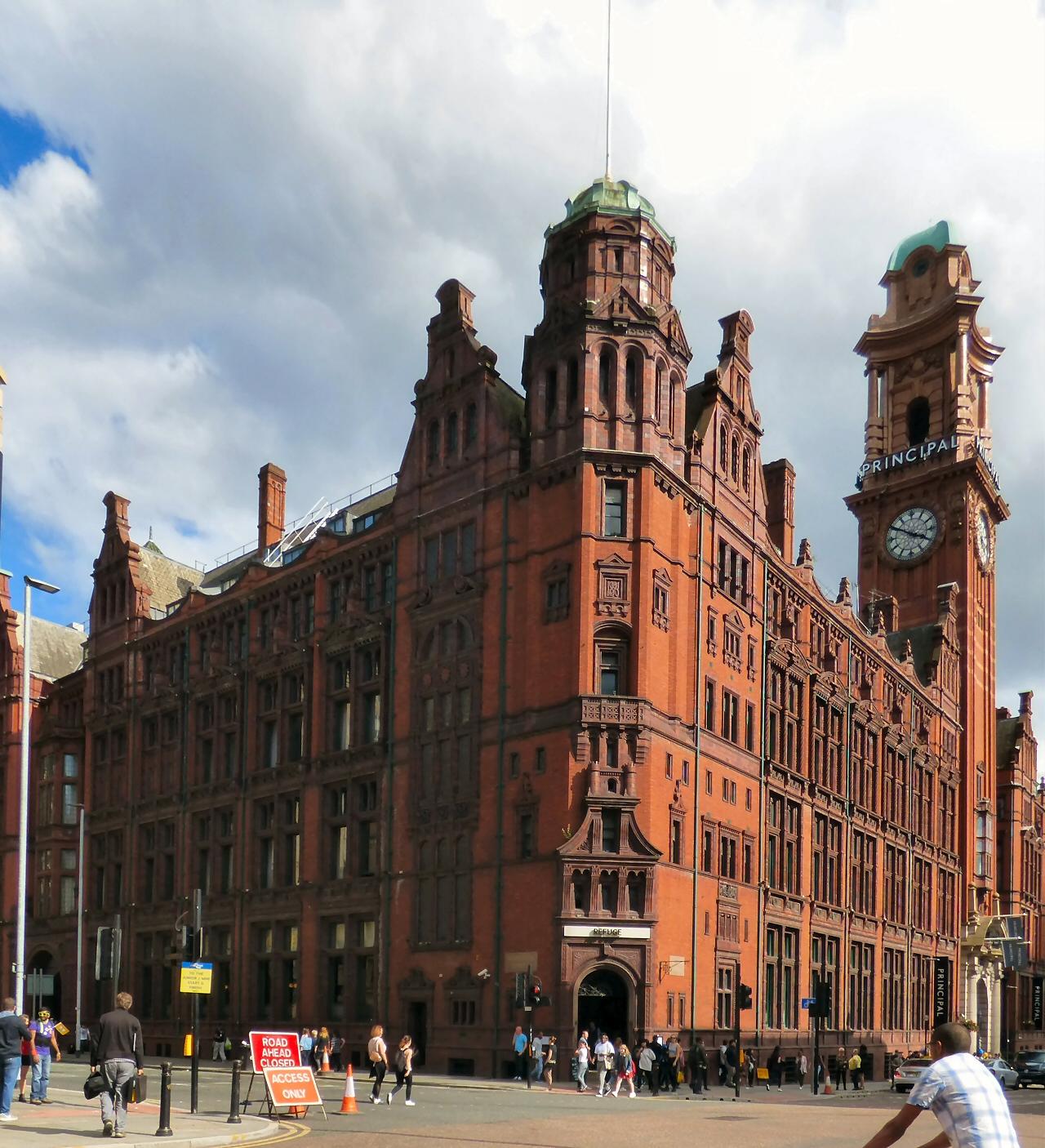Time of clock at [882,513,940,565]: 3:50
